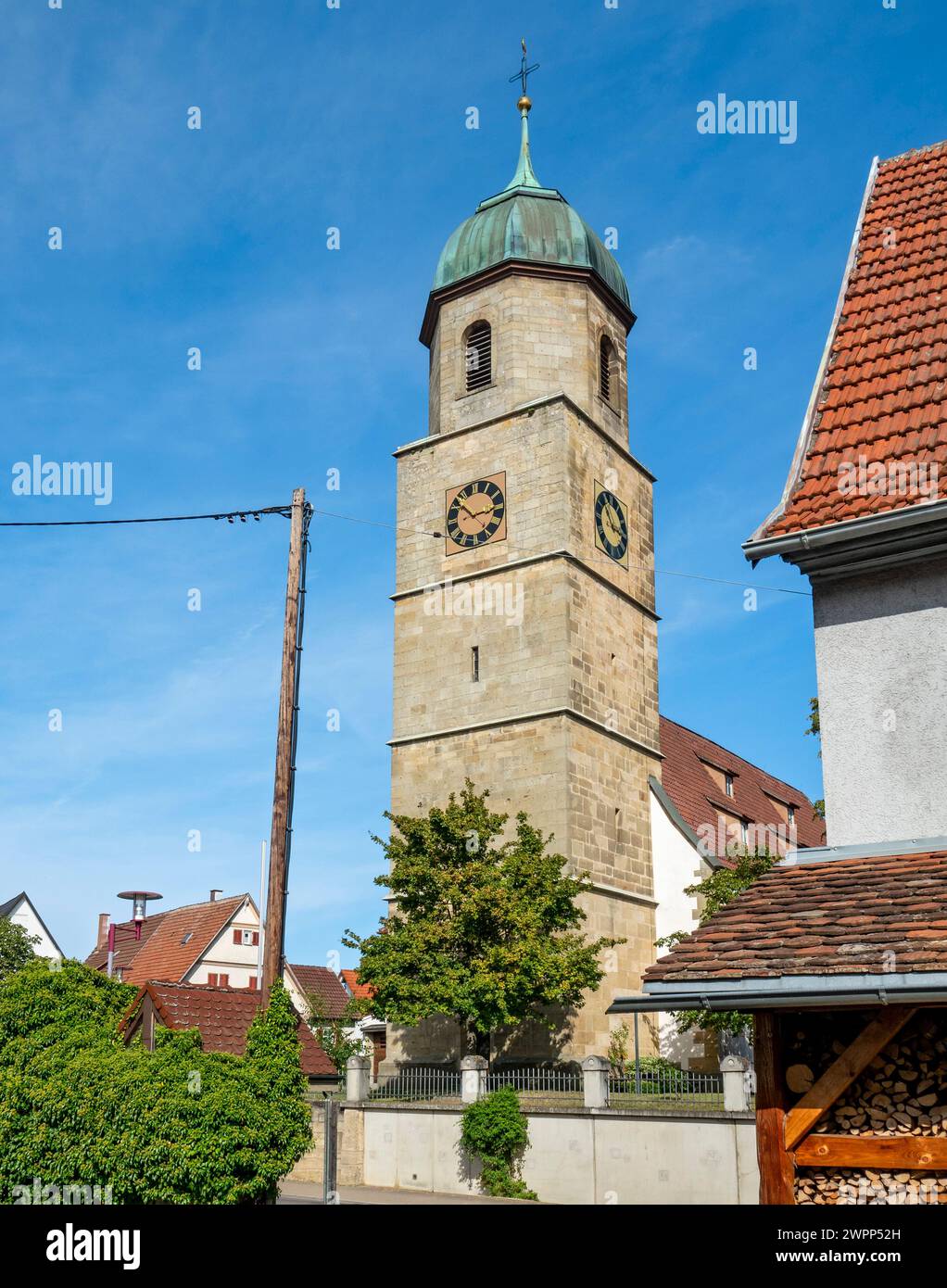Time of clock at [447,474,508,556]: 2:52
